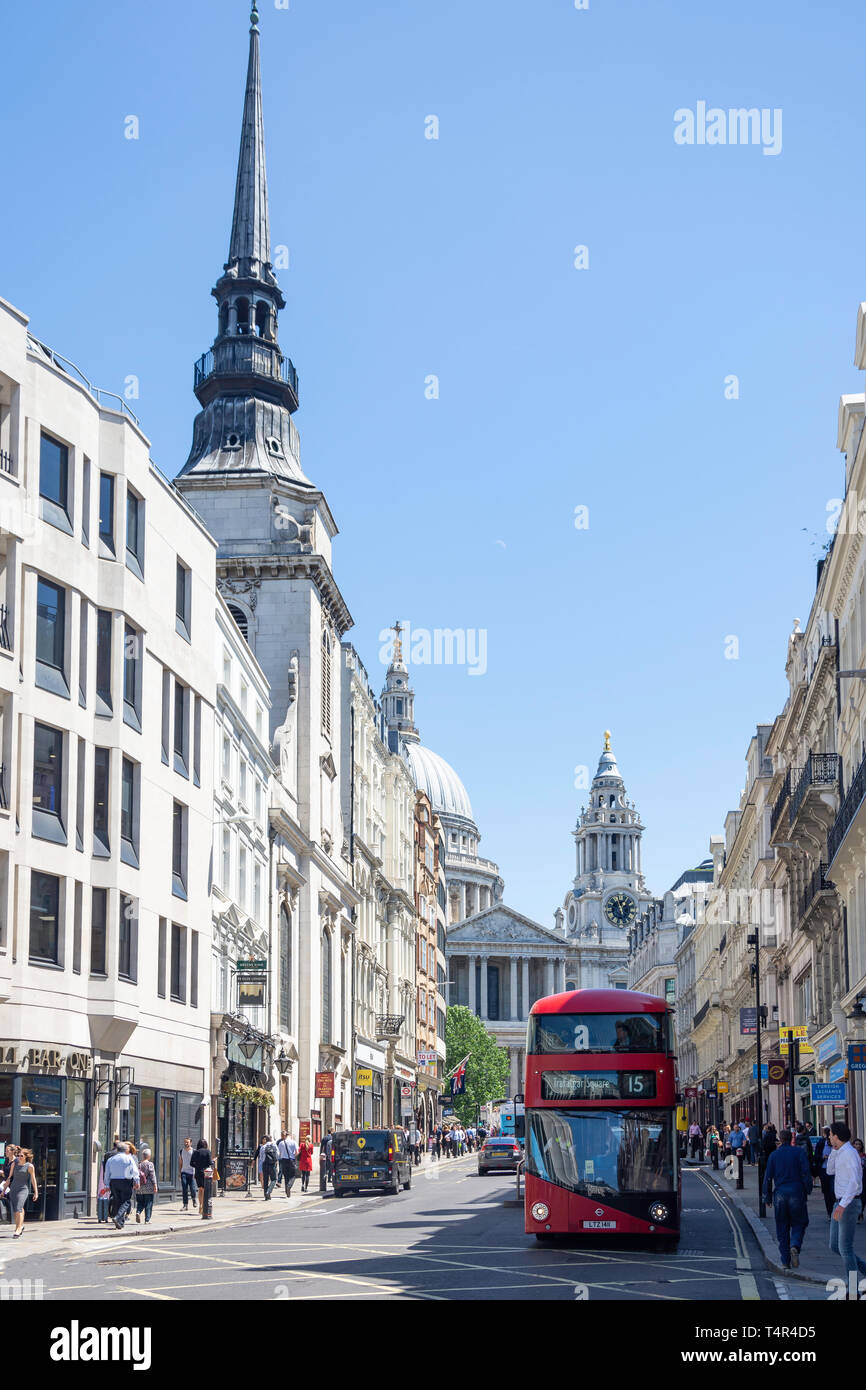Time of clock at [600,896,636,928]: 12:57
